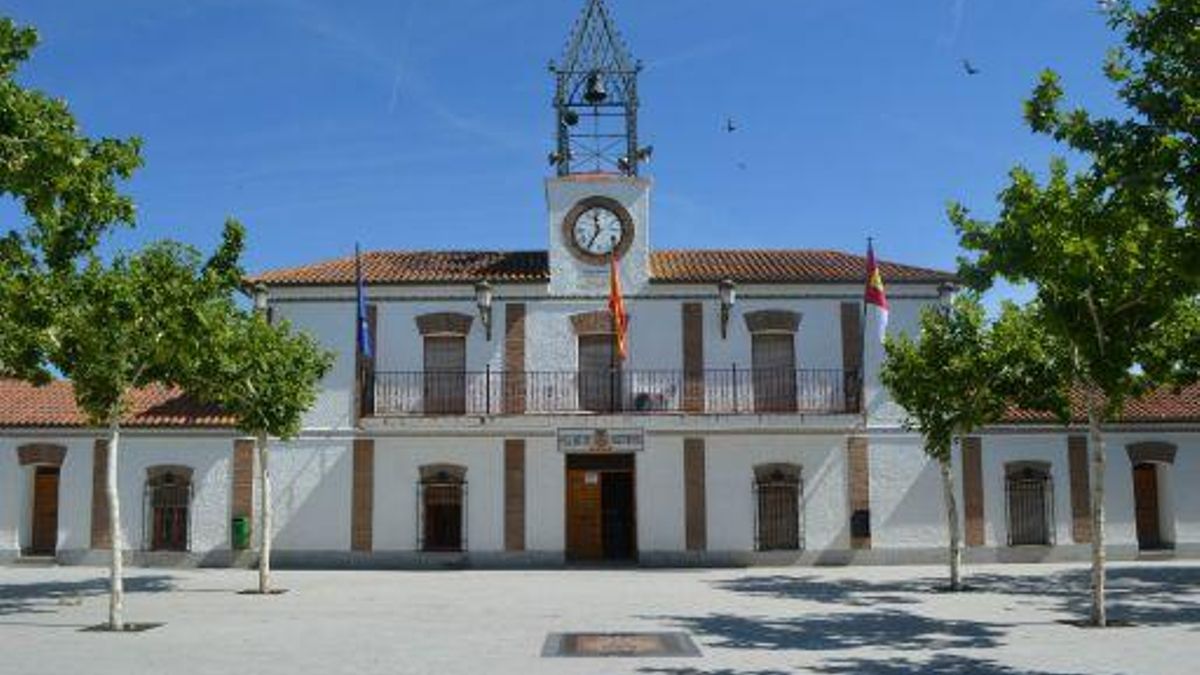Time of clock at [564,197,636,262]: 11:35
